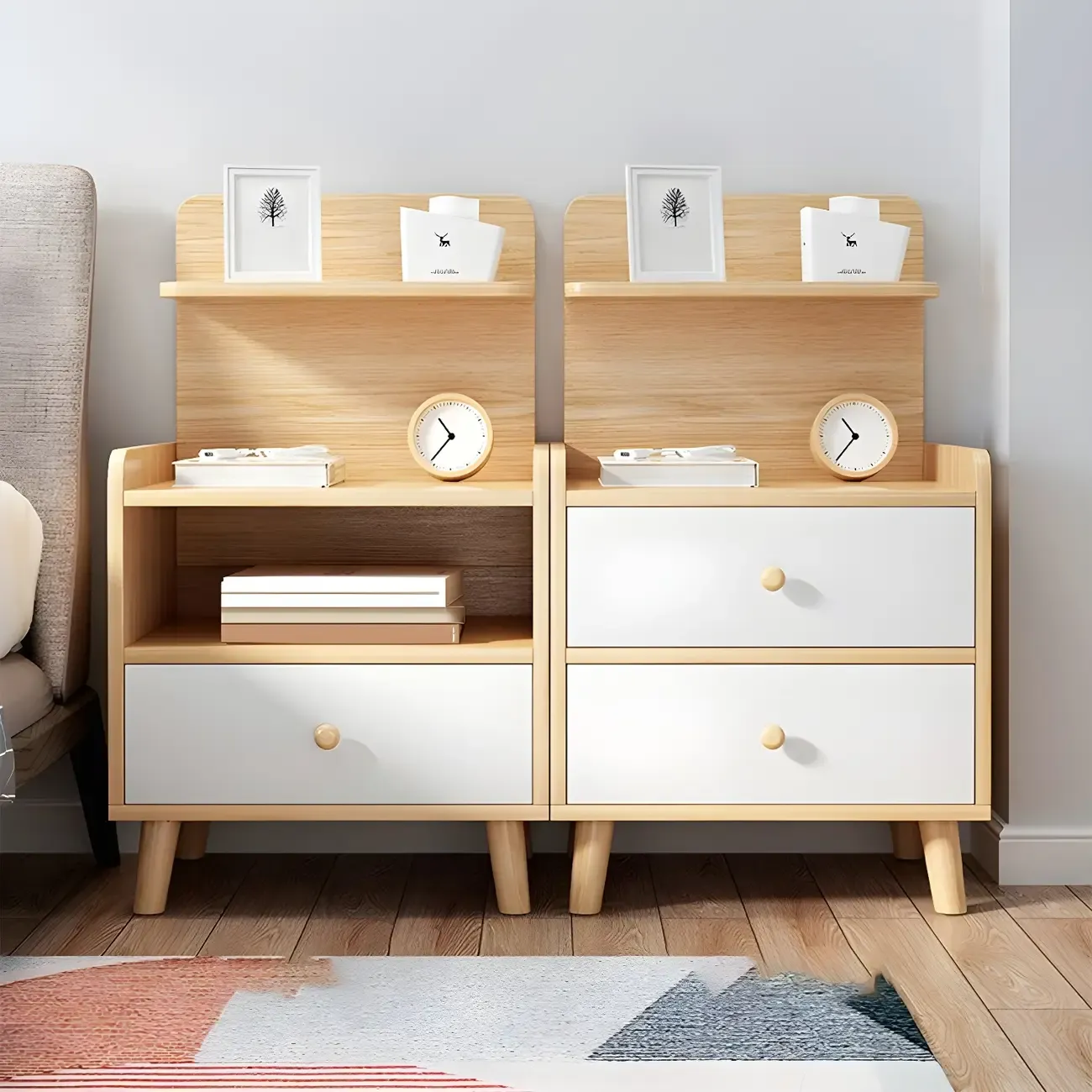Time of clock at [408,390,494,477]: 10:36
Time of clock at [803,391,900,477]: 10:36
